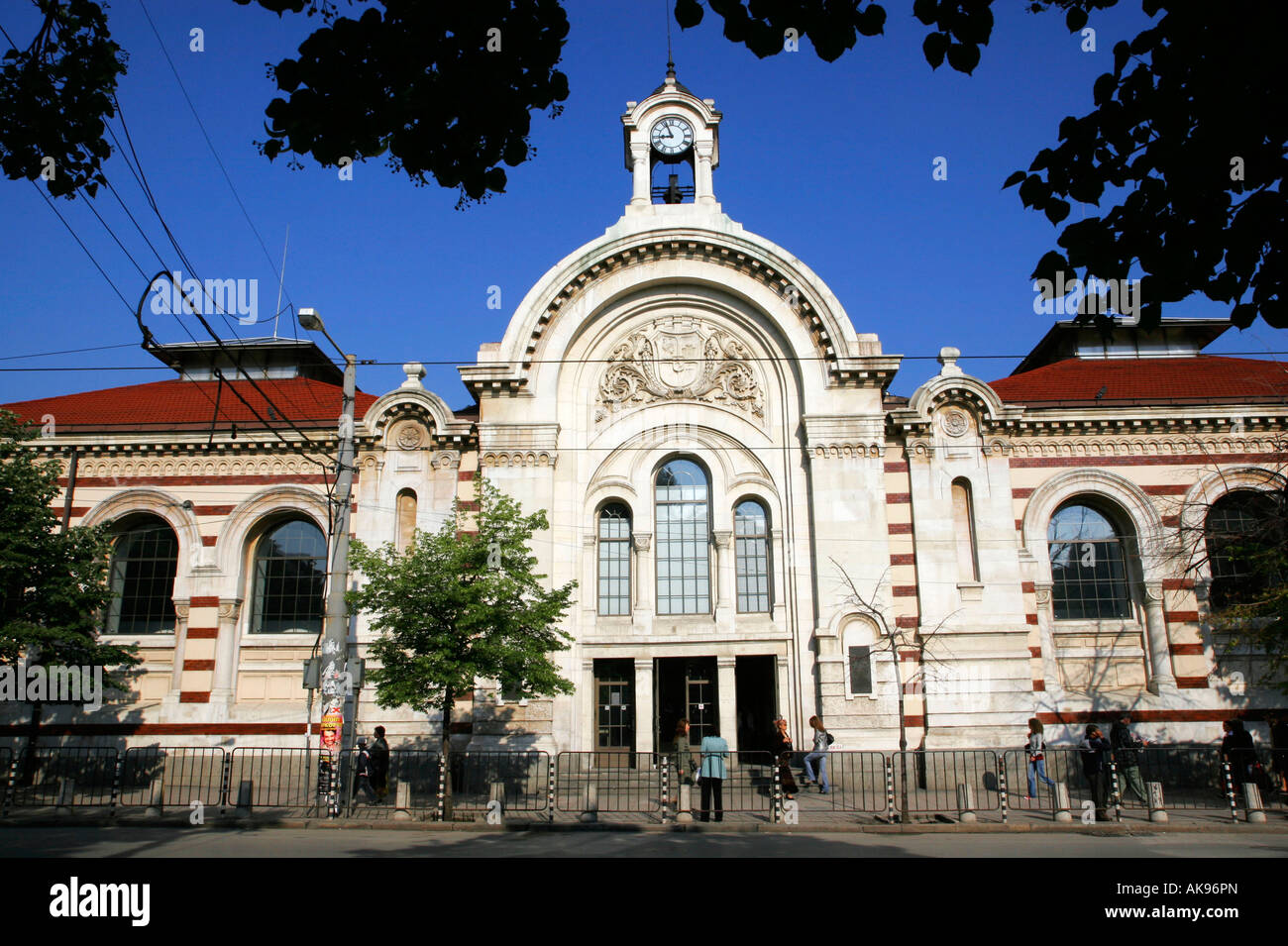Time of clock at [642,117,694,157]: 8:56
